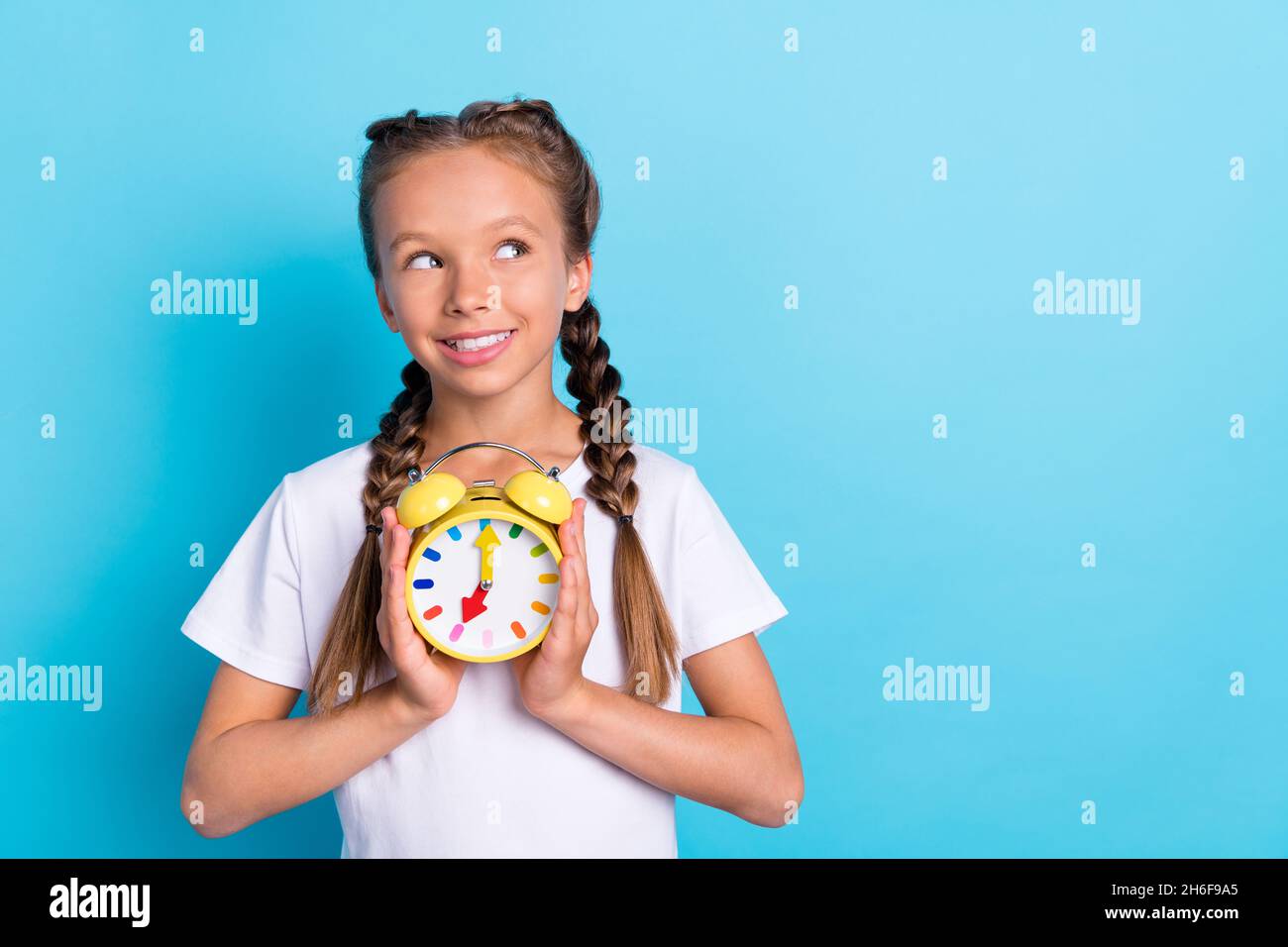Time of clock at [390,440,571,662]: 7:00
